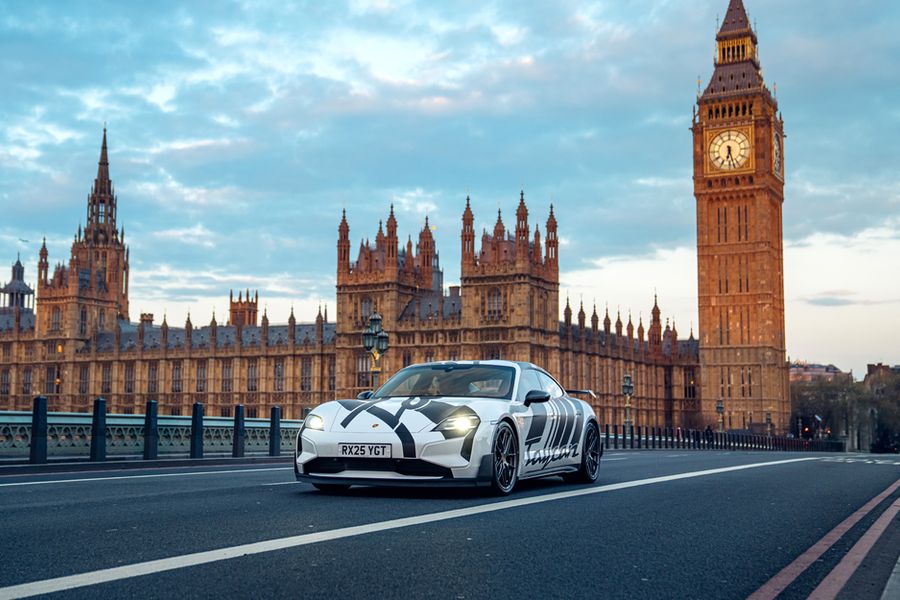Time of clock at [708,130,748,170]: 6:27
